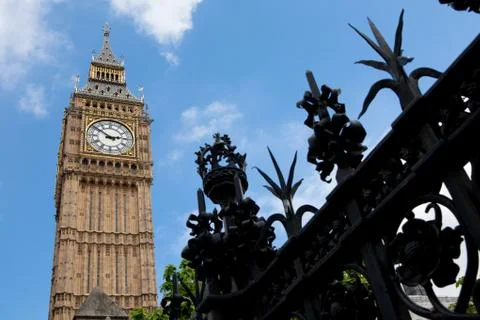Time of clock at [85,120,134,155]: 2:51
